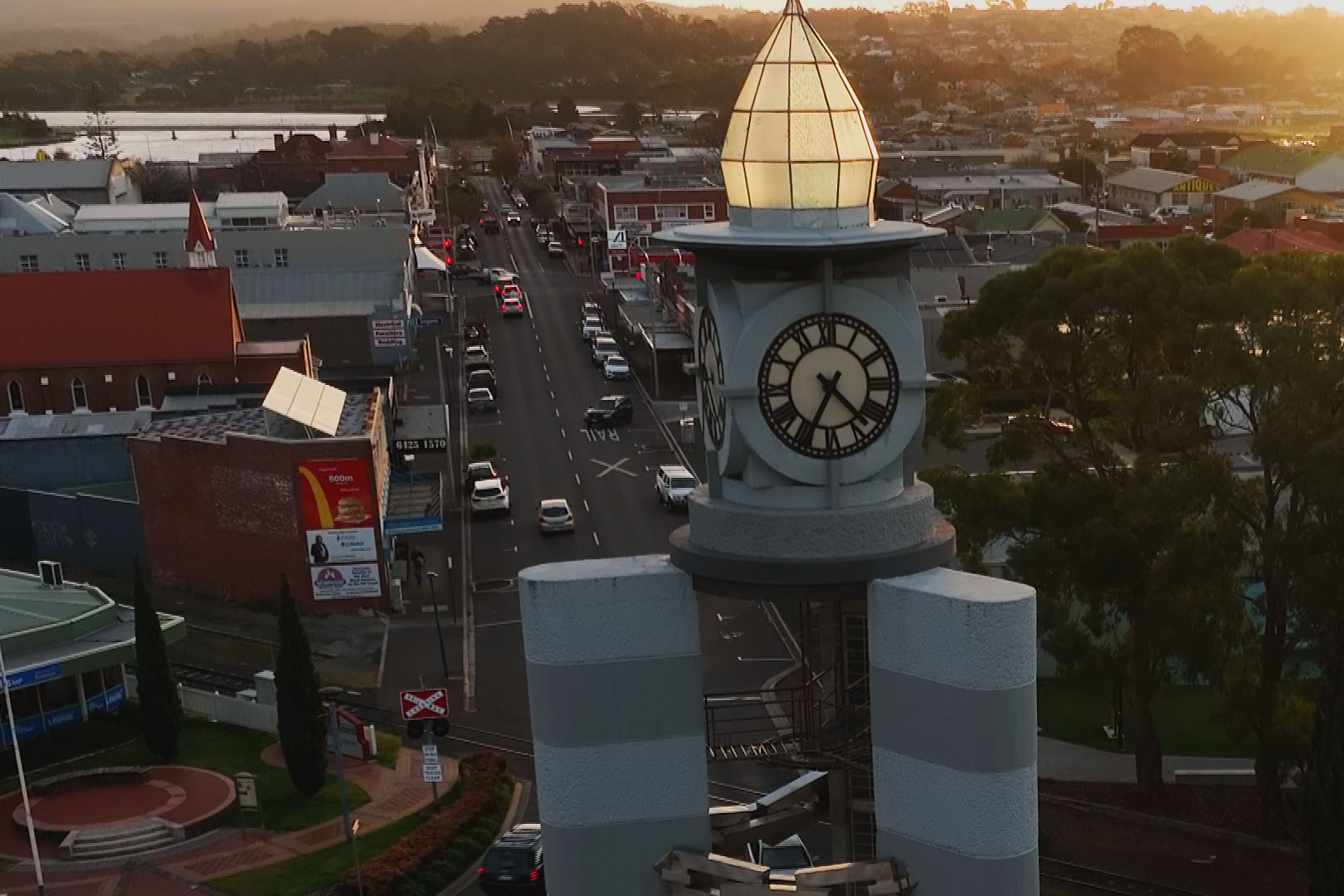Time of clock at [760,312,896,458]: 4:34
